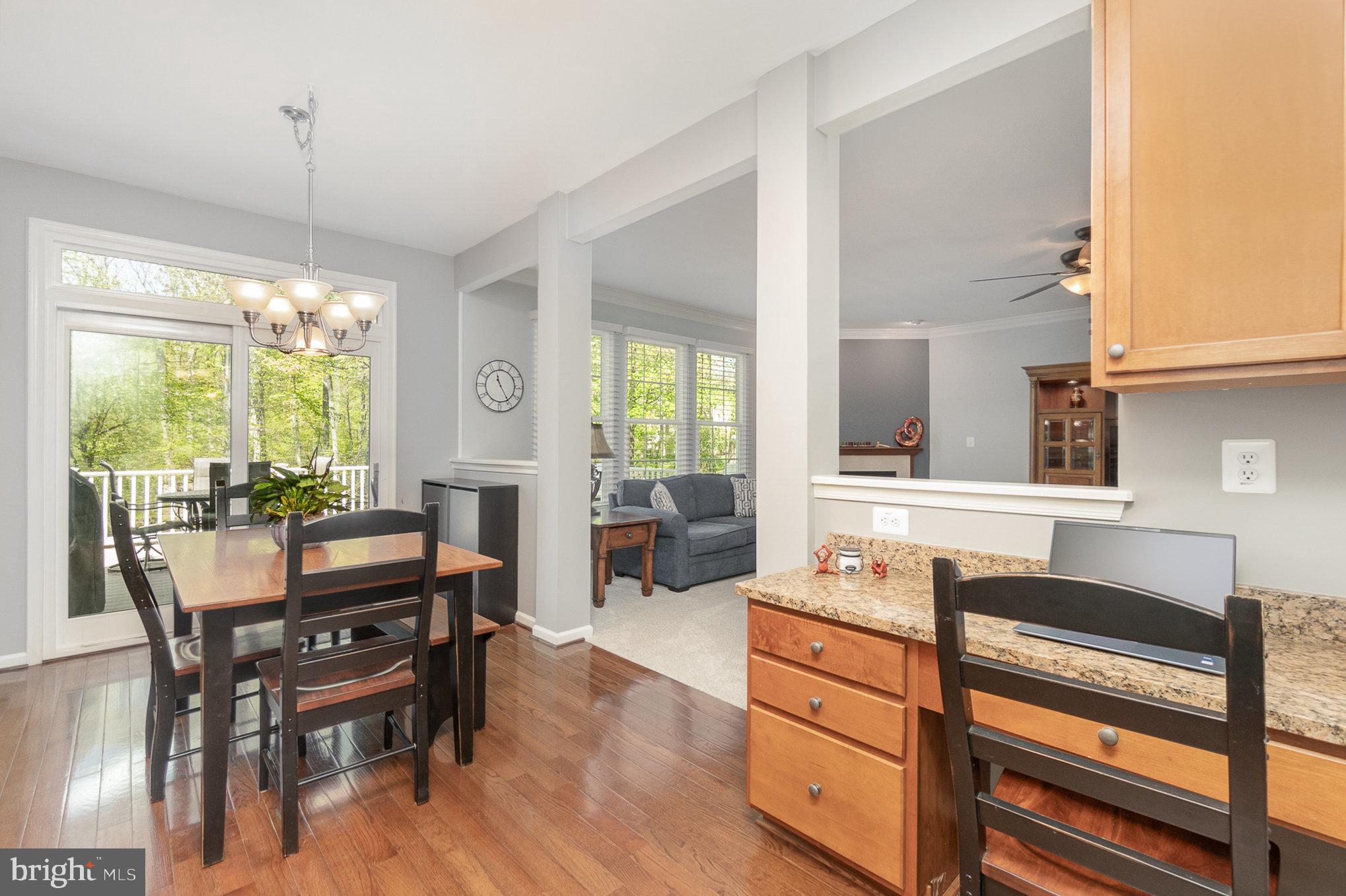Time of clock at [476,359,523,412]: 11:24
